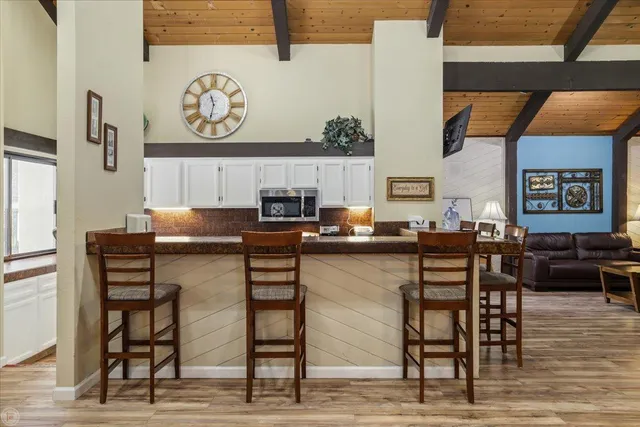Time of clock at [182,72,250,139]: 11:32
